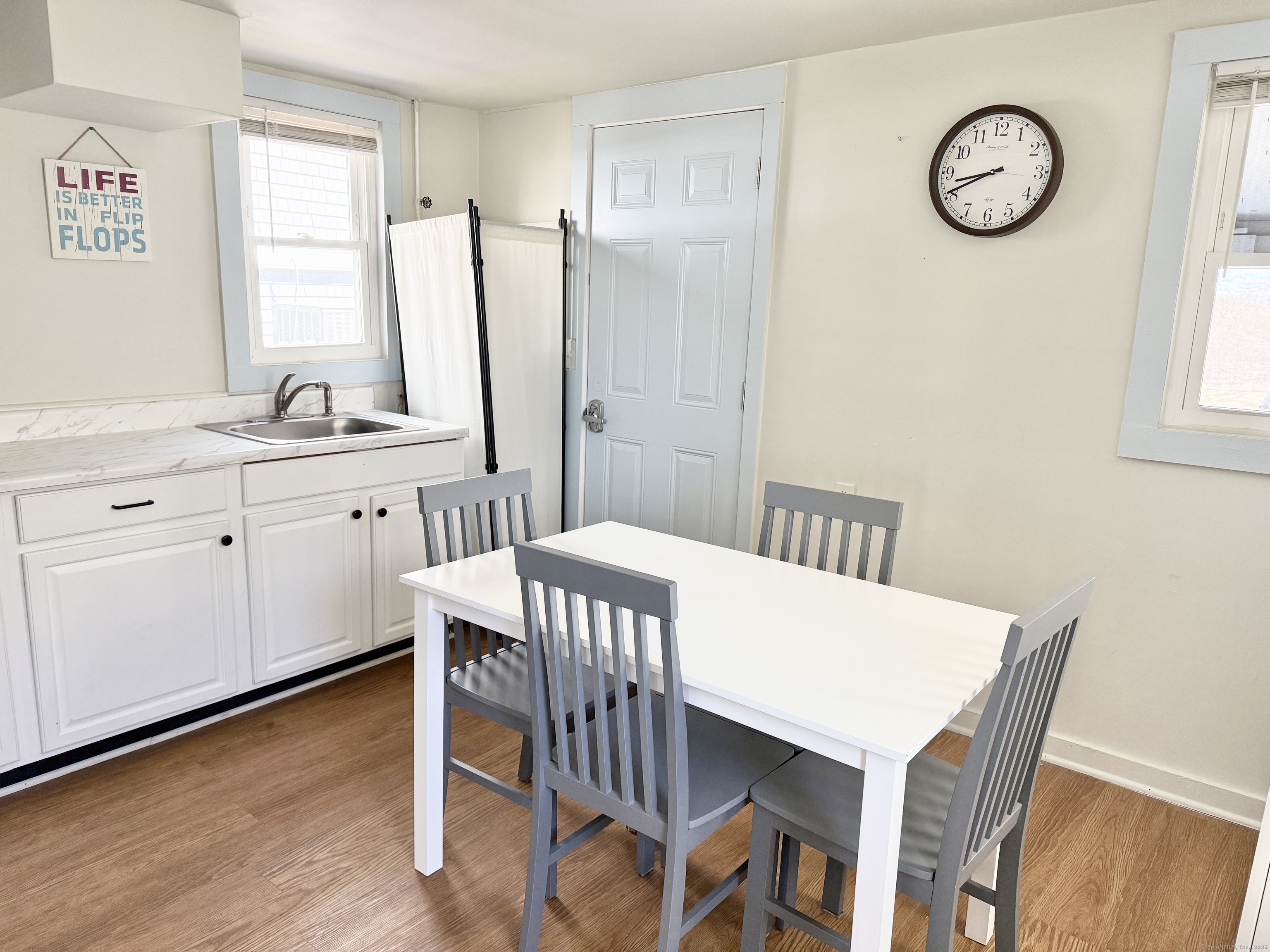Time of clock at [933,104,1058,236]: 8:40
